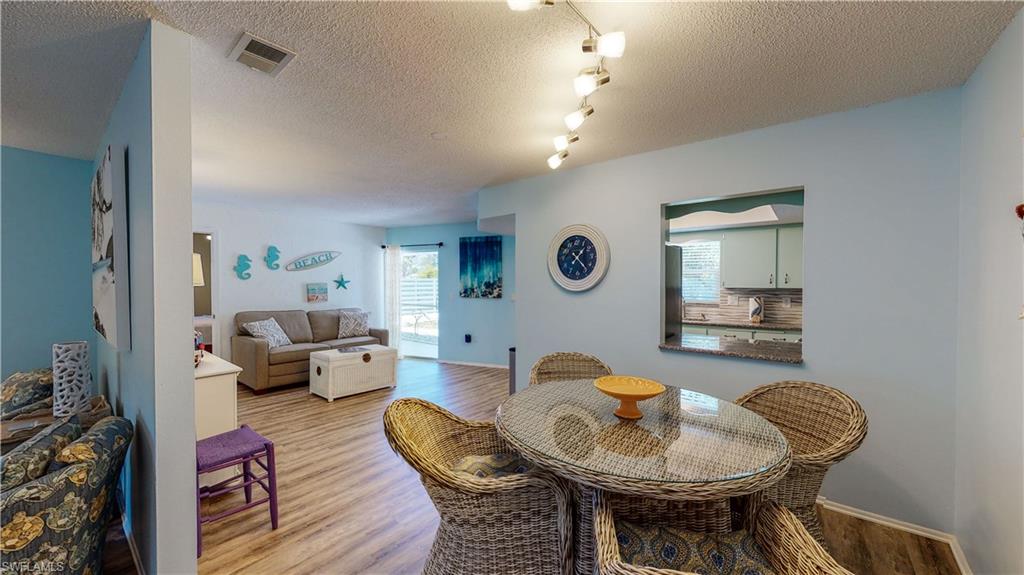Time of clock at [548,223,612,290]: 1:23
